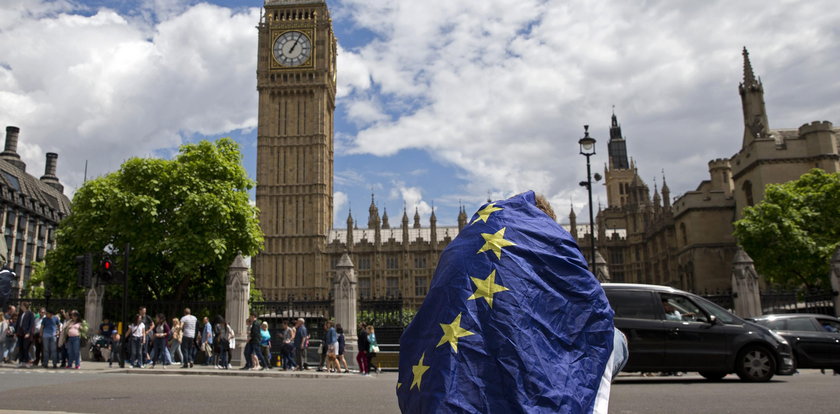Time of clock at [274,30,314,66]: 1:05
